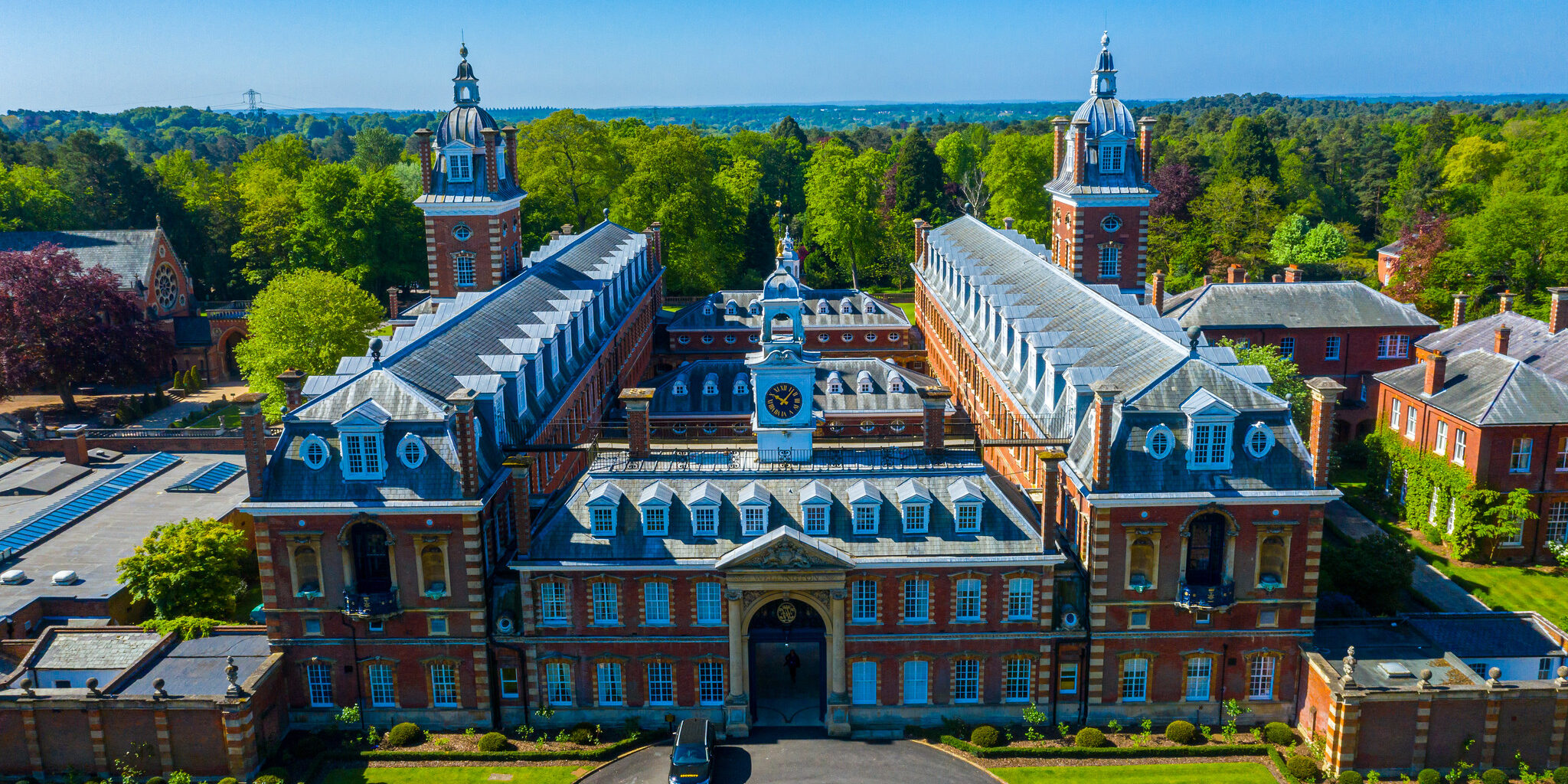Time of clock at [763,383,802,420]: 10:07
